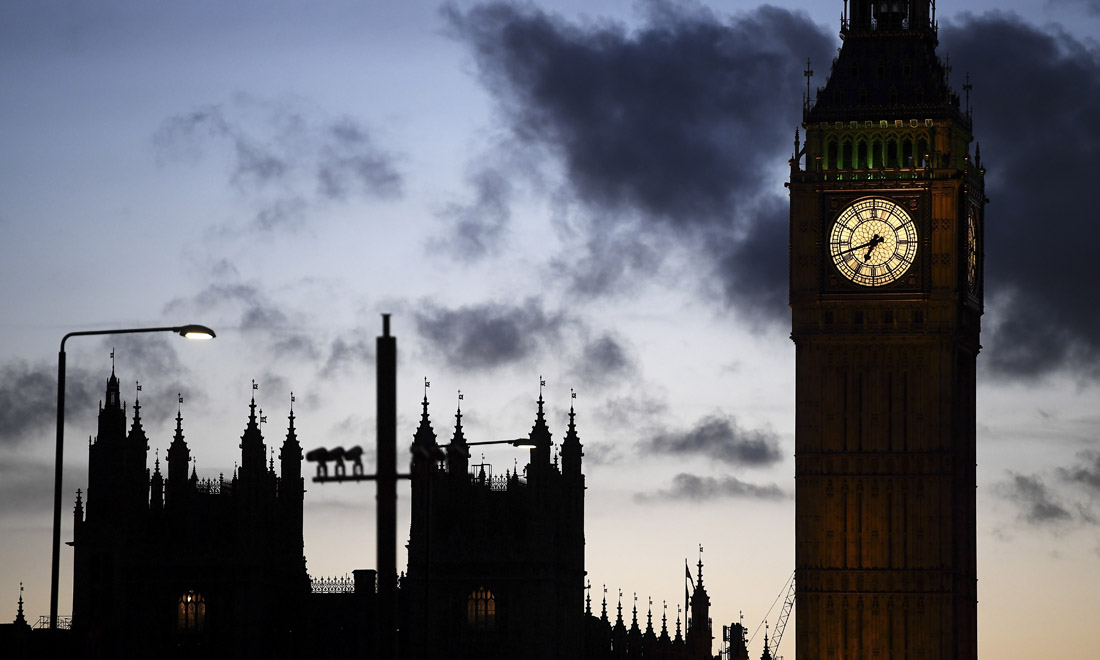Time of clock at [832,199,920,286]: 6:41
